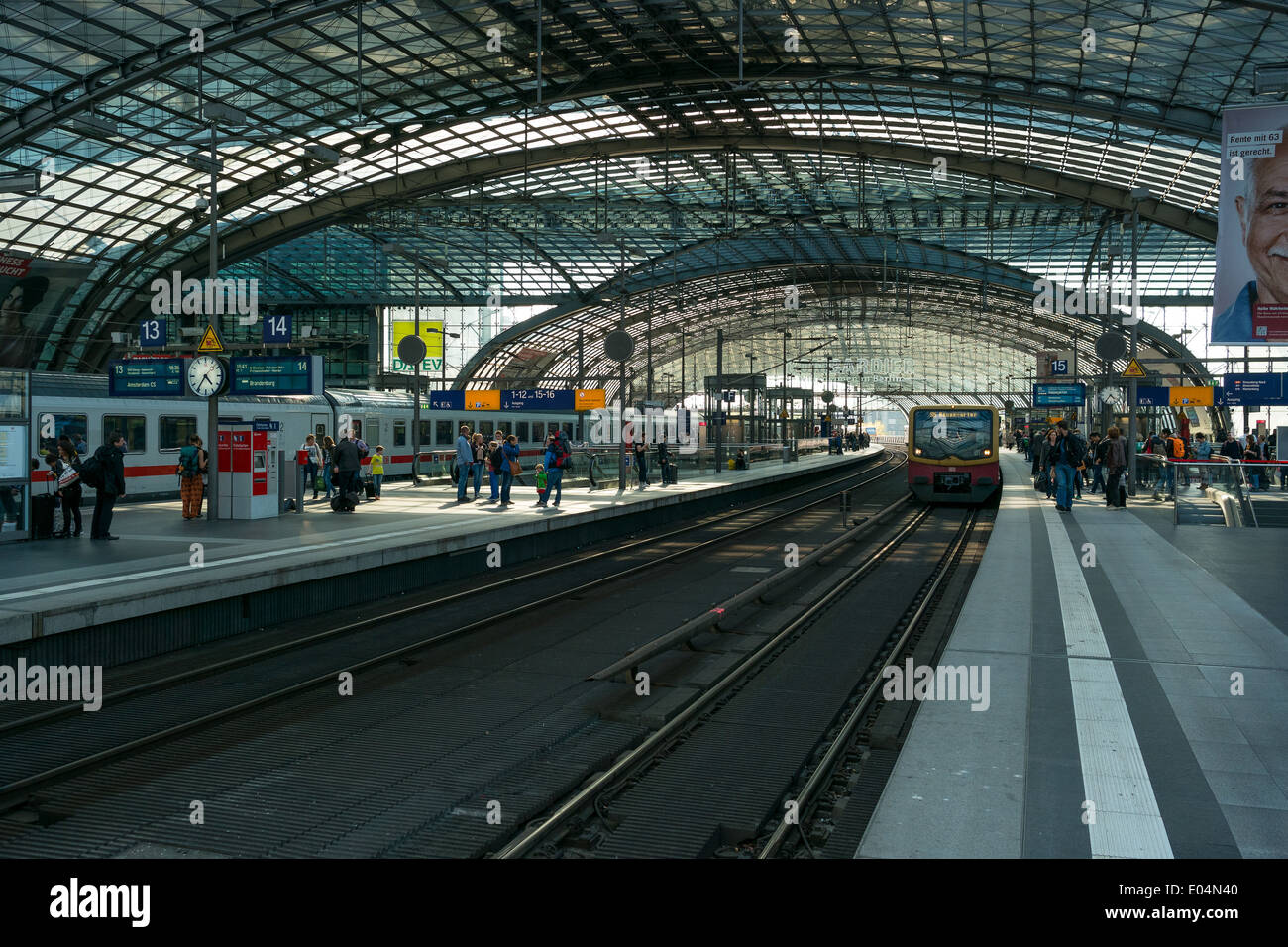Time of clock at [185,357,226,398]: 4:36
